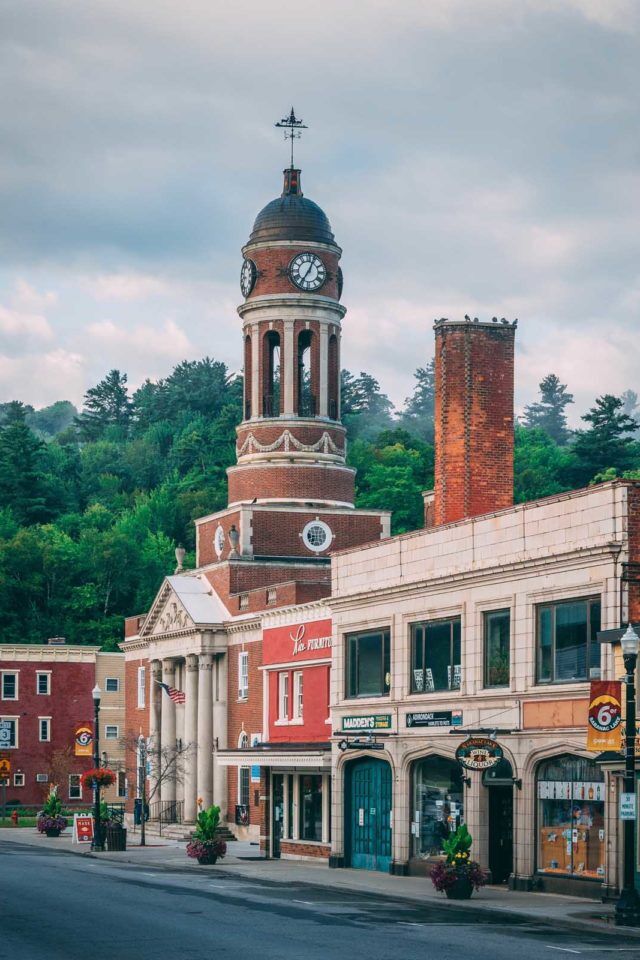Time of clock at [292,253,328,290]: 7:04
